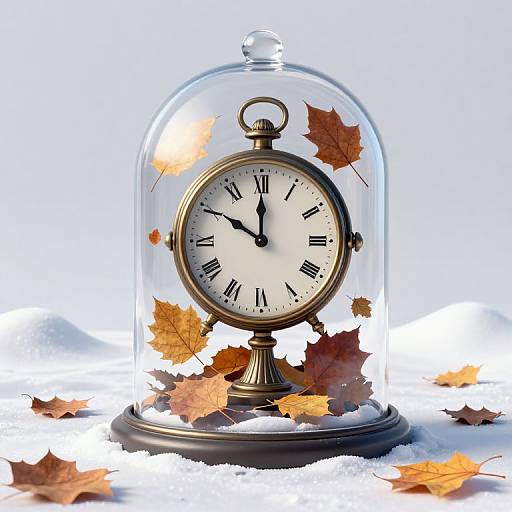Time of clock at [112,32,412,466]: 10:00
